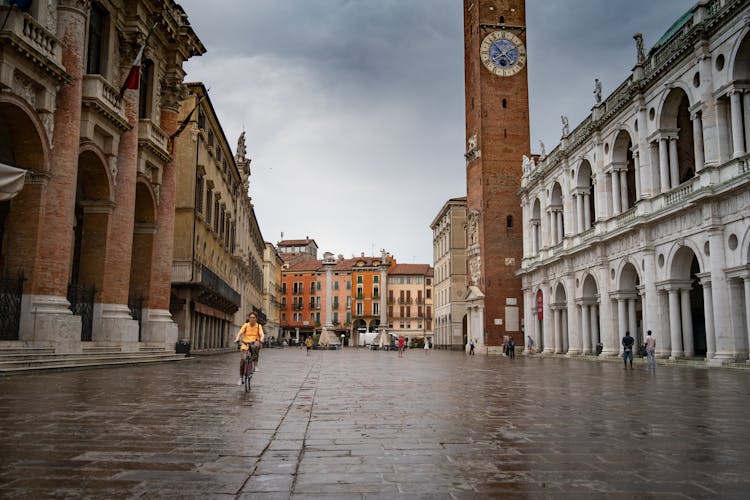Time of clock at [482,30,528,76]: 7:52
